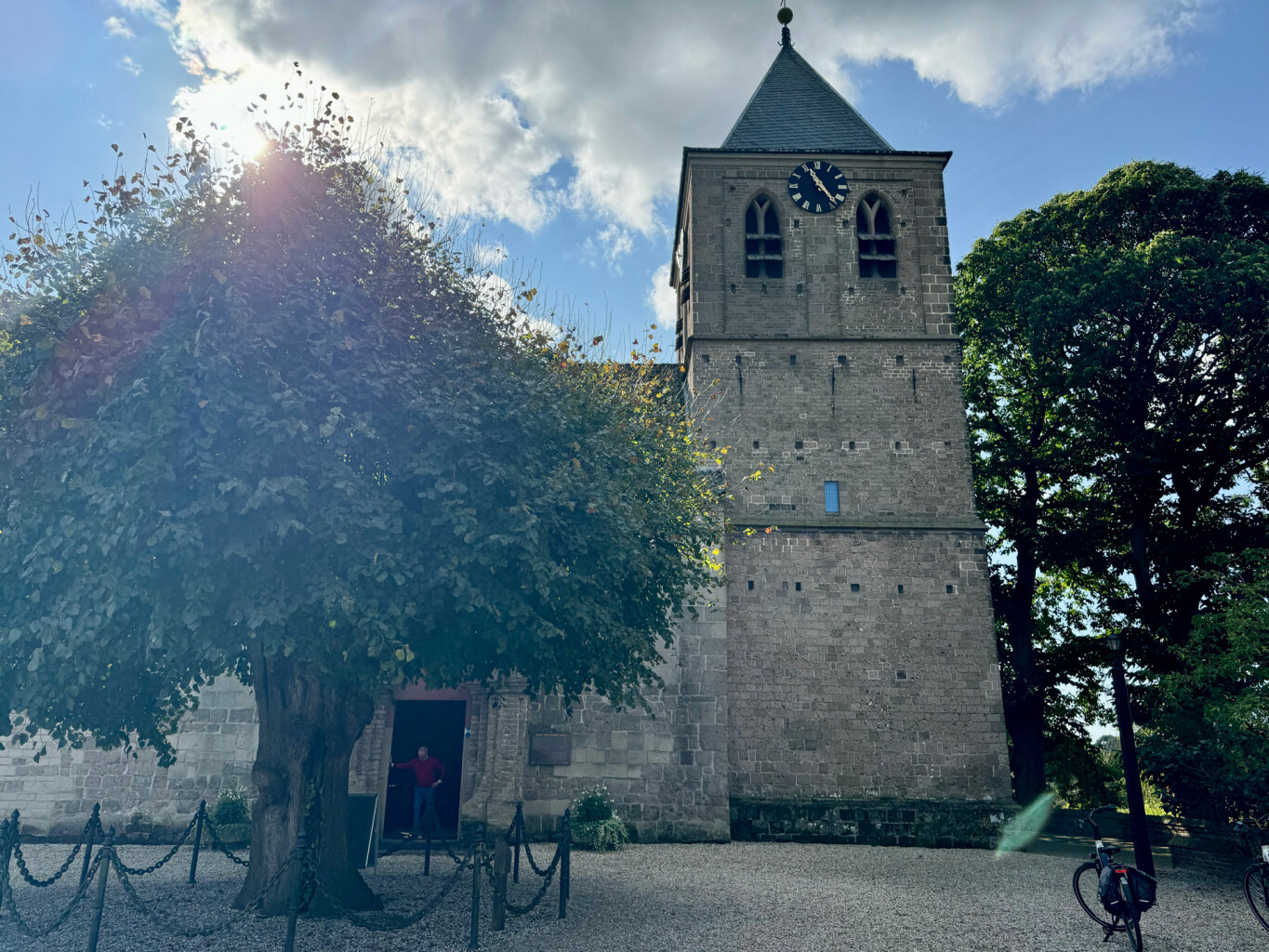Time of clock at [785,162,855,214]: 11:23
